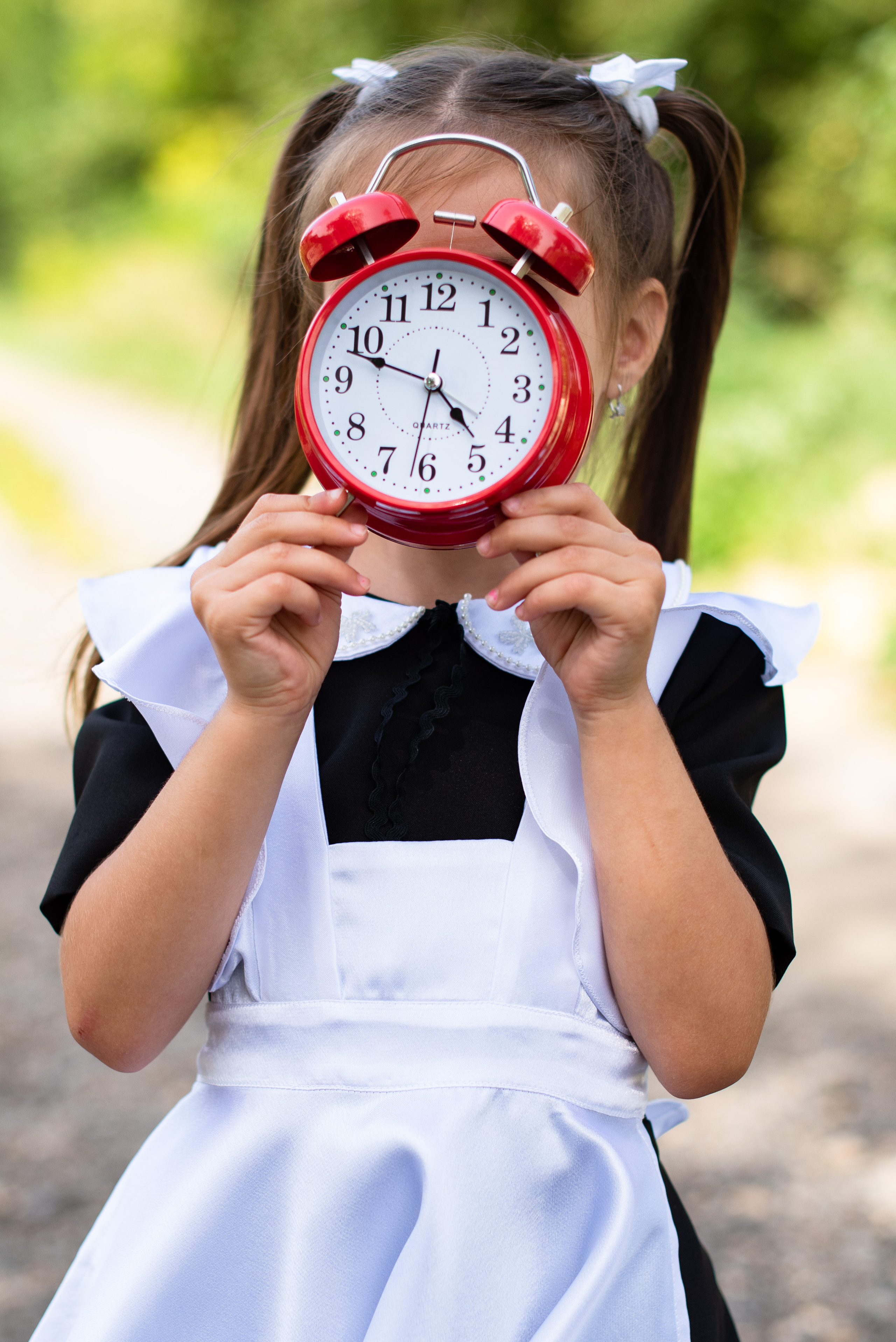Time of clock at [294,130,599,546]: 4:48
